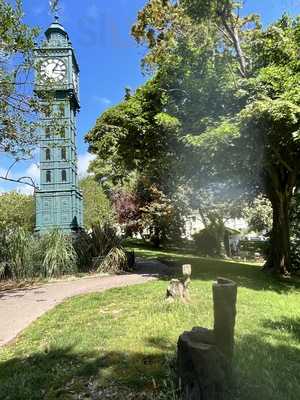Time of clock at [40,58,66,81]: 1:16
